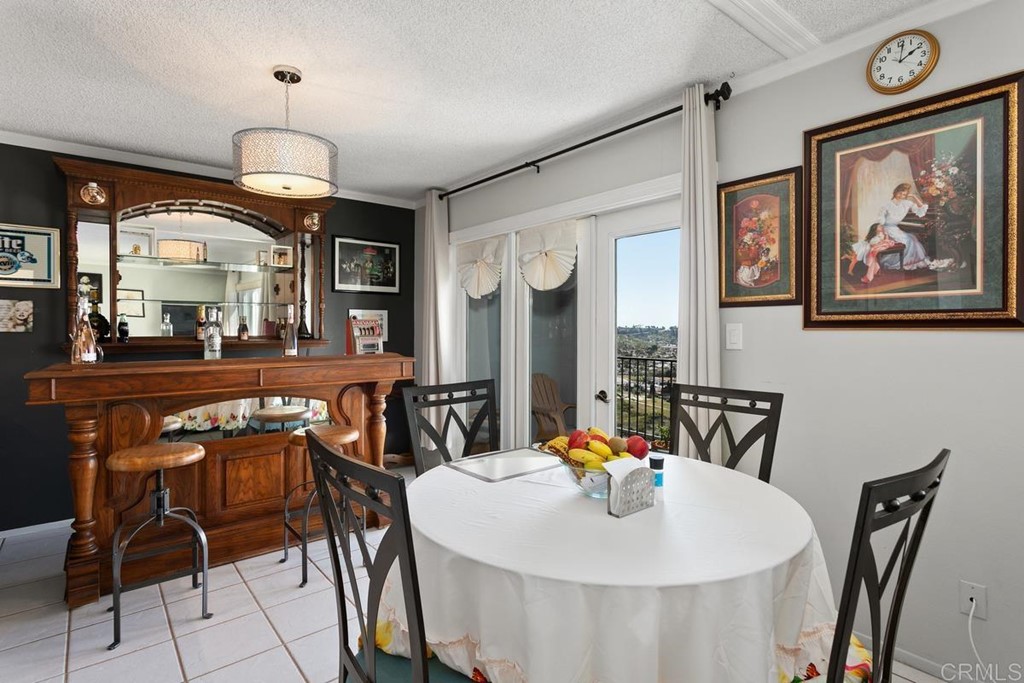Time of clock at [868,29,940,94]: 2:01
